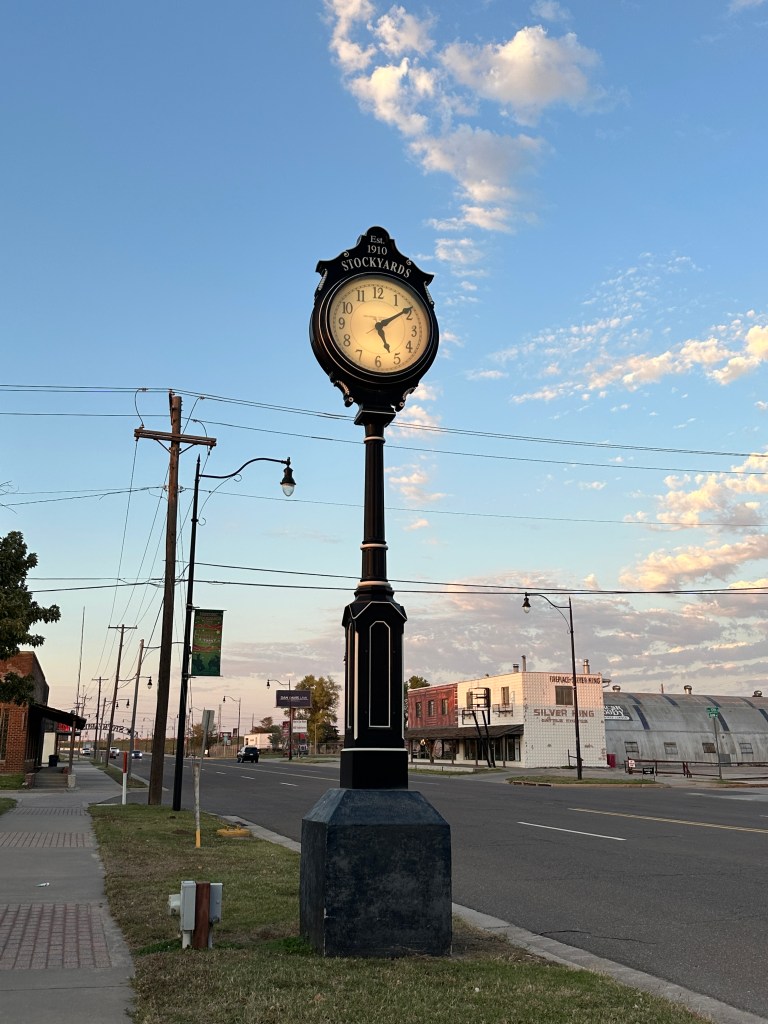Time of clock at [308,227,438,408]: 5:09
